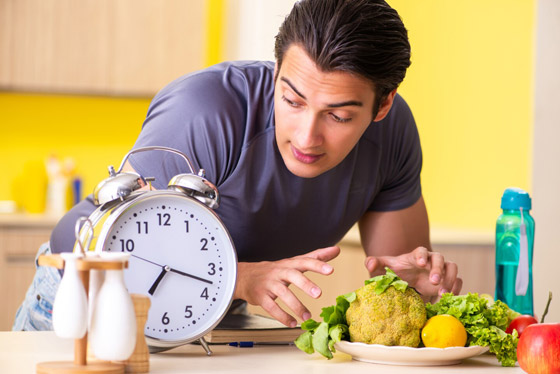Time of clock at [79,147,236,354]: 7:17
